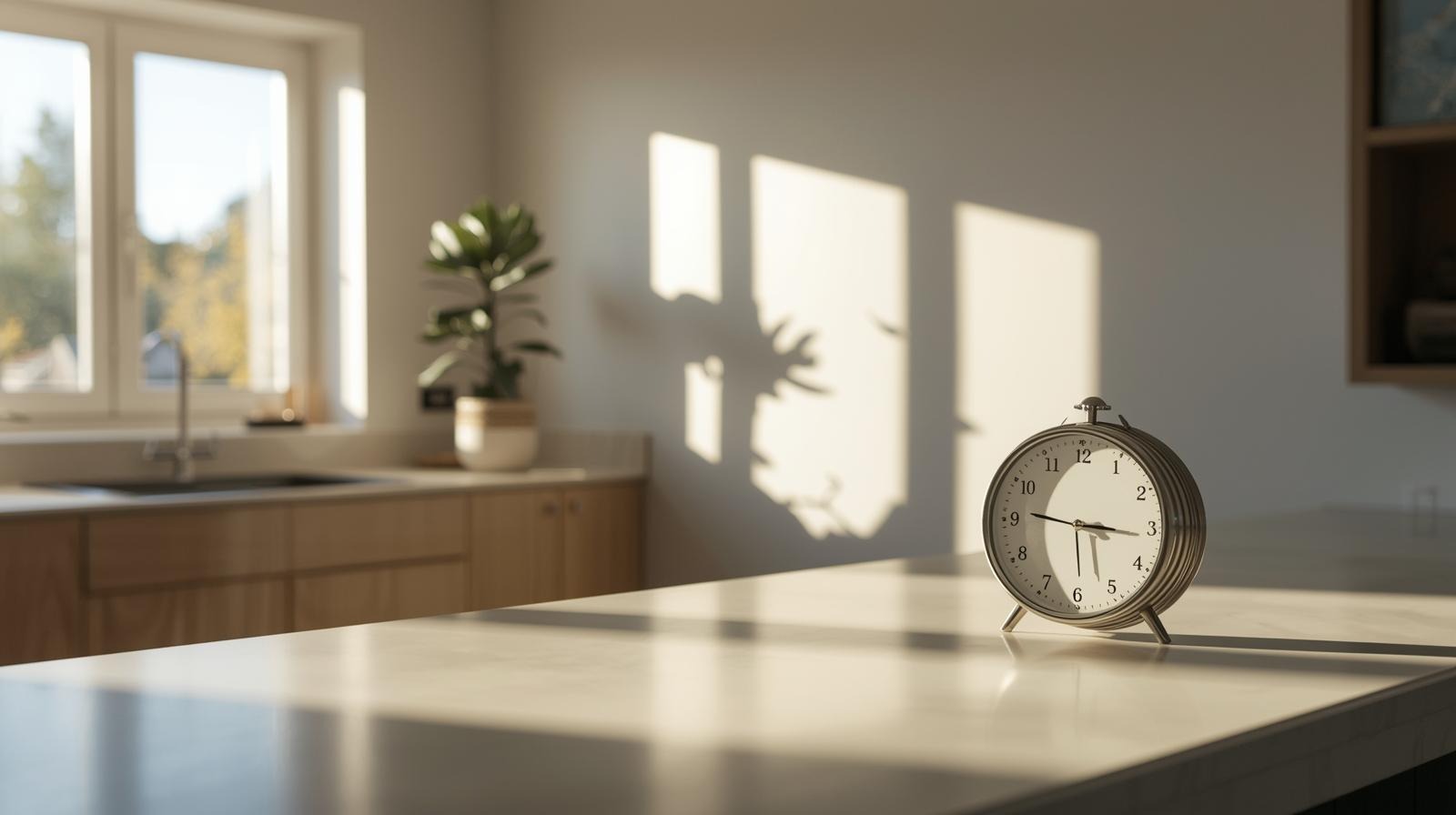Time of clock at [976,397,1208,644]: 5:46
